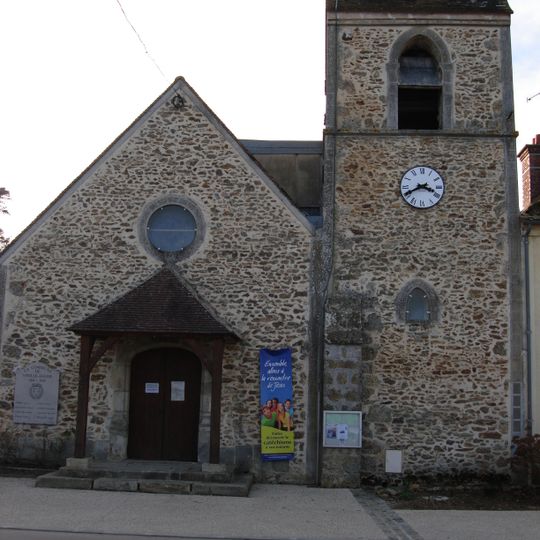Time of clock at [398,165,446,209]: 3:40
